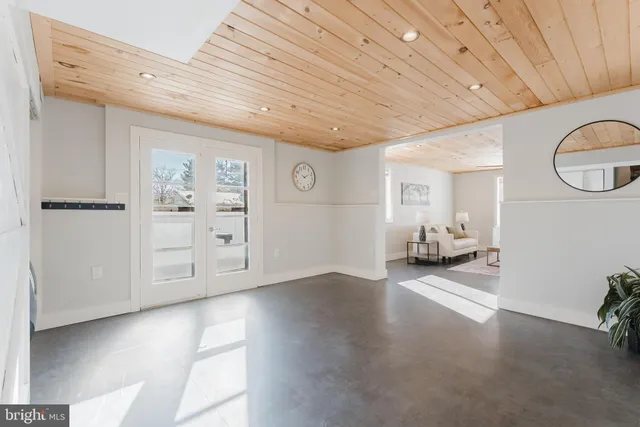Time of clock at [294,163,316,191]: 10:10
